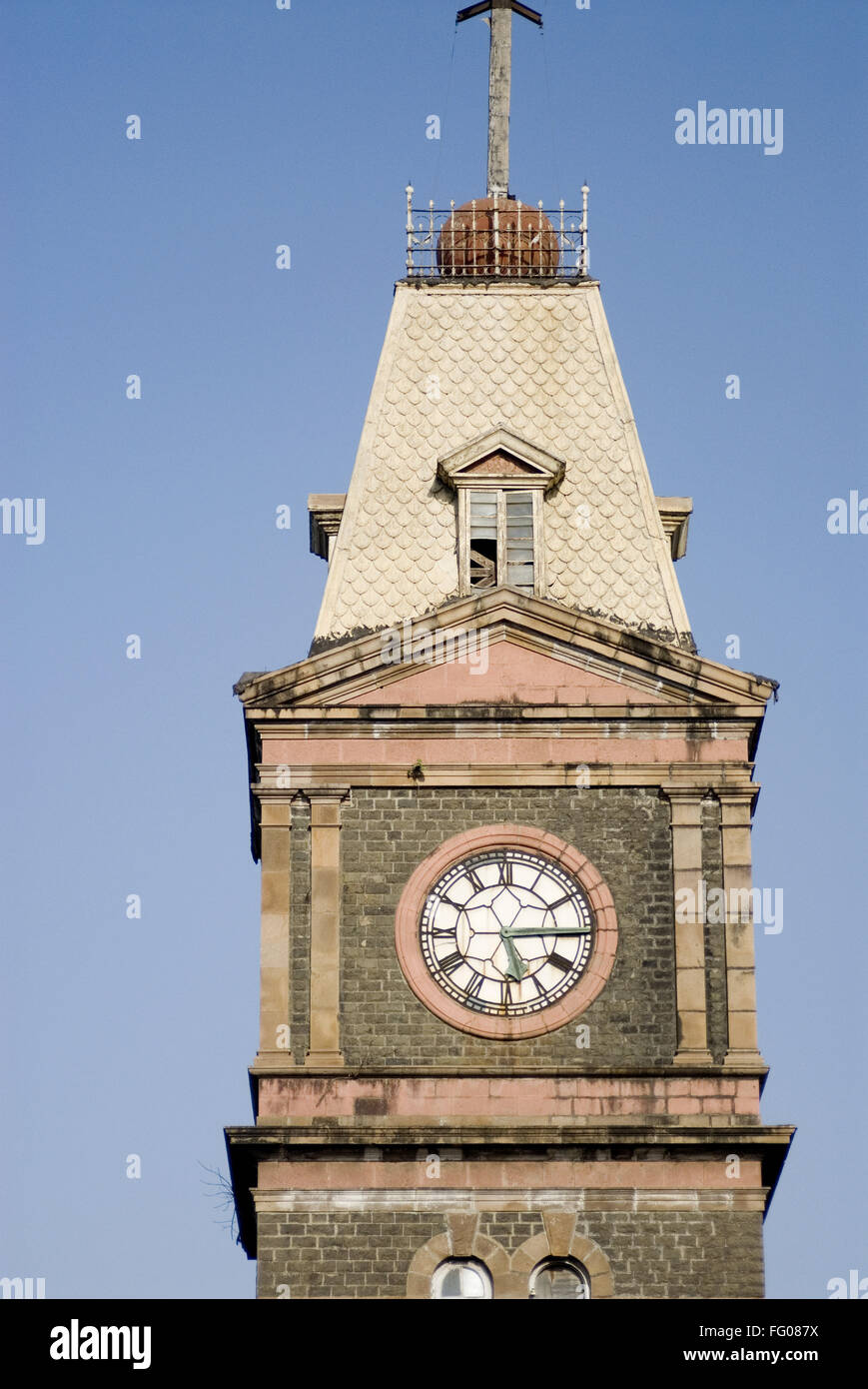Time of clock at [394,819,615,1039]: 5:14
